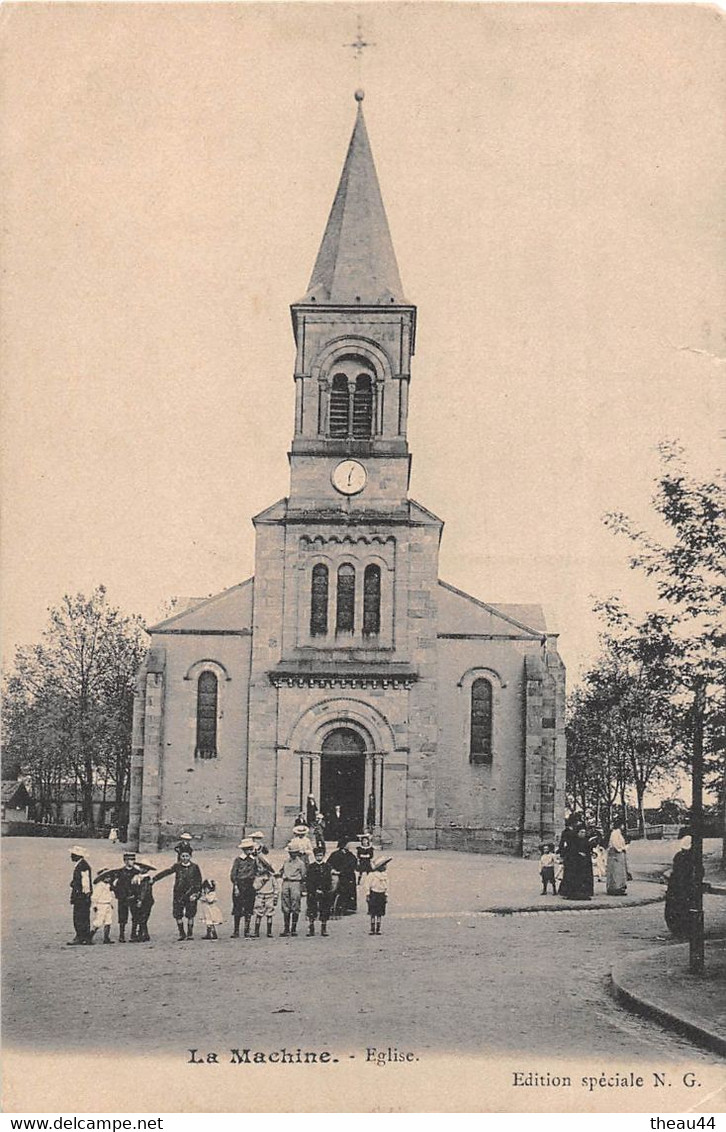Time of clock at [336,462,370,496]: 6:03
